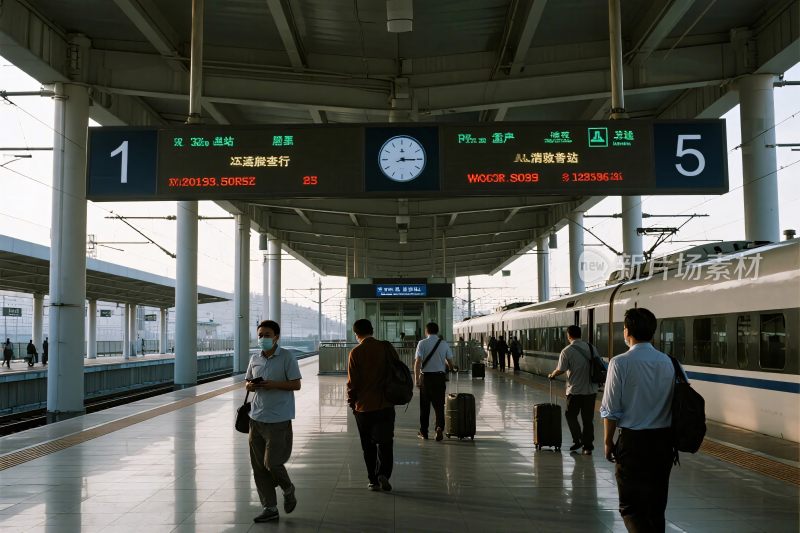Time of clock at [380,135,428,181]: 8:15
